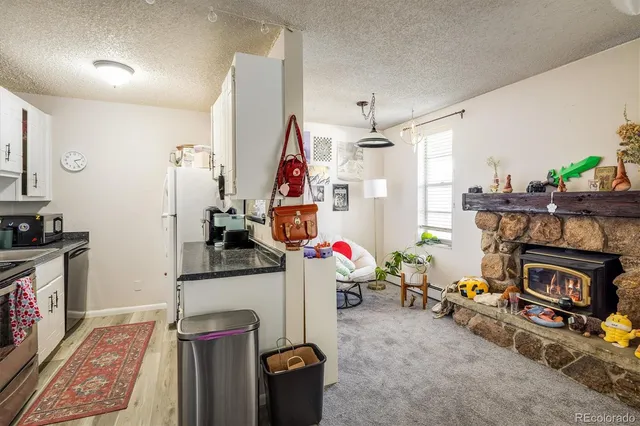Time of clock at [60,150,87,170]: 2:24
